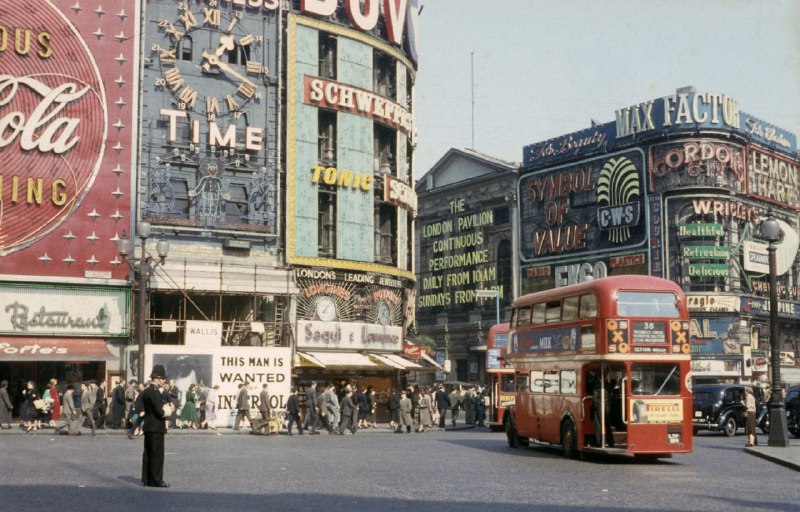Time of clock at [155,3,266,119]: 1:18
